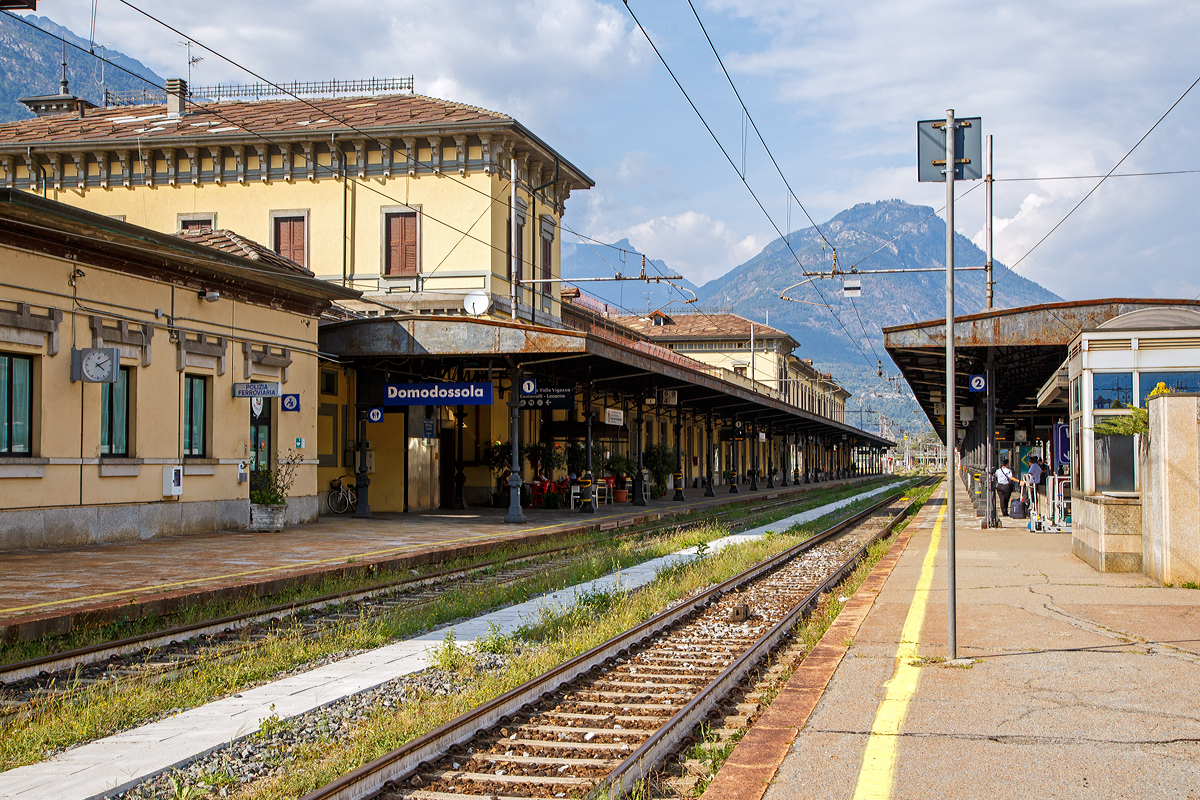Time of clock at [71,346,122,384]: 4:10
